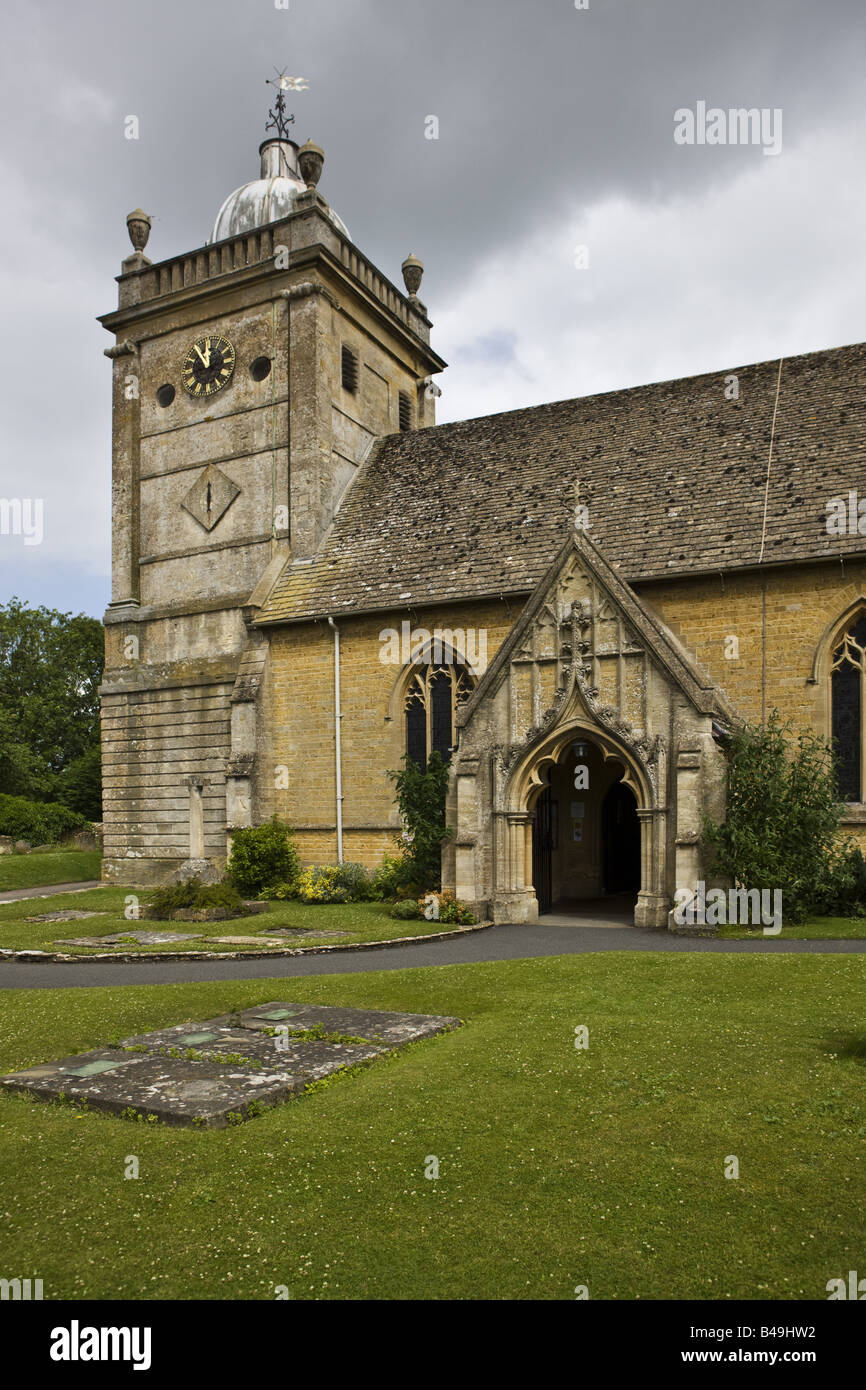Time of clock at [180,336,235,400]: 11:54
